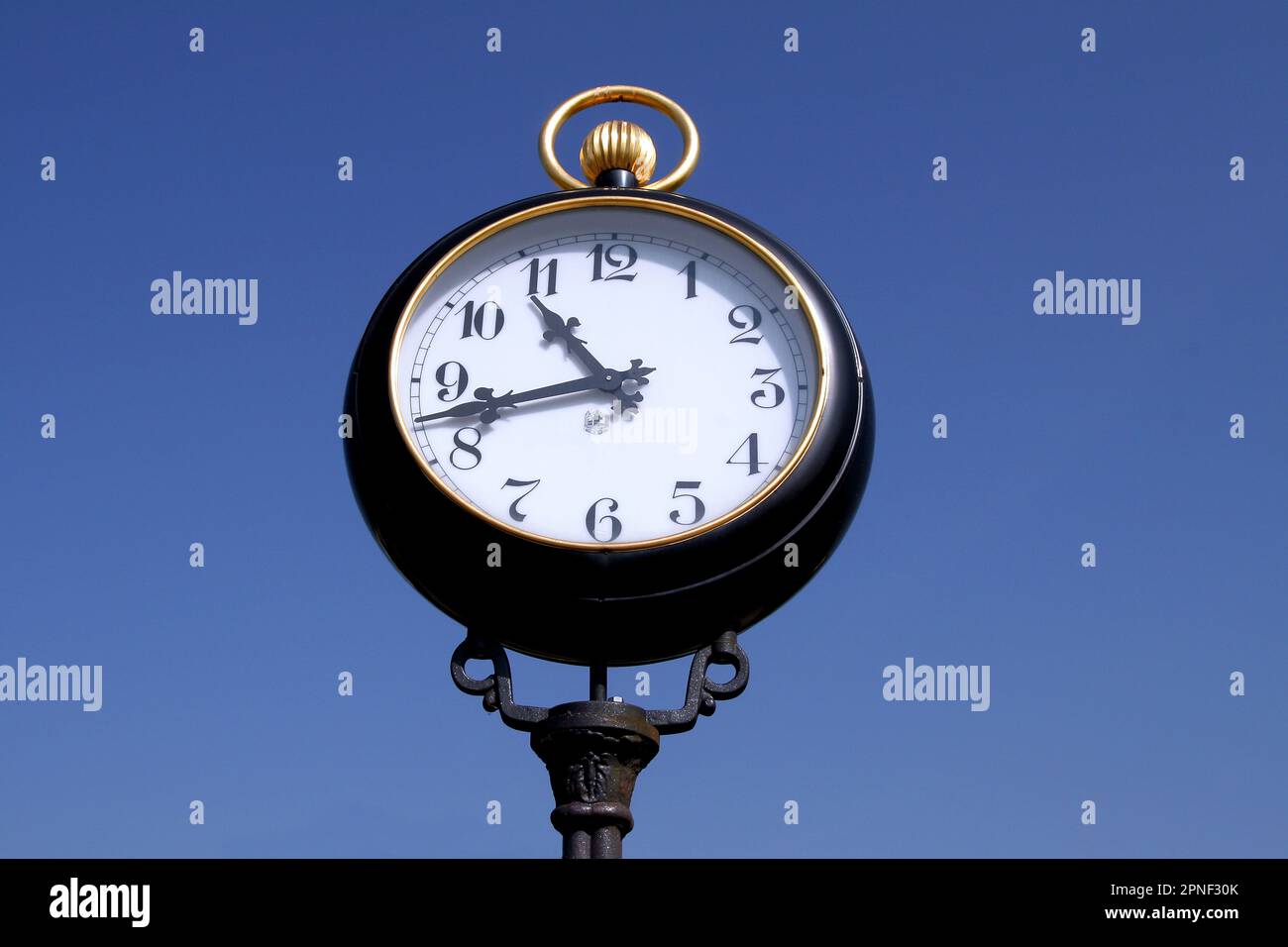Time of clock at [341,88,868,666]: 10:42
